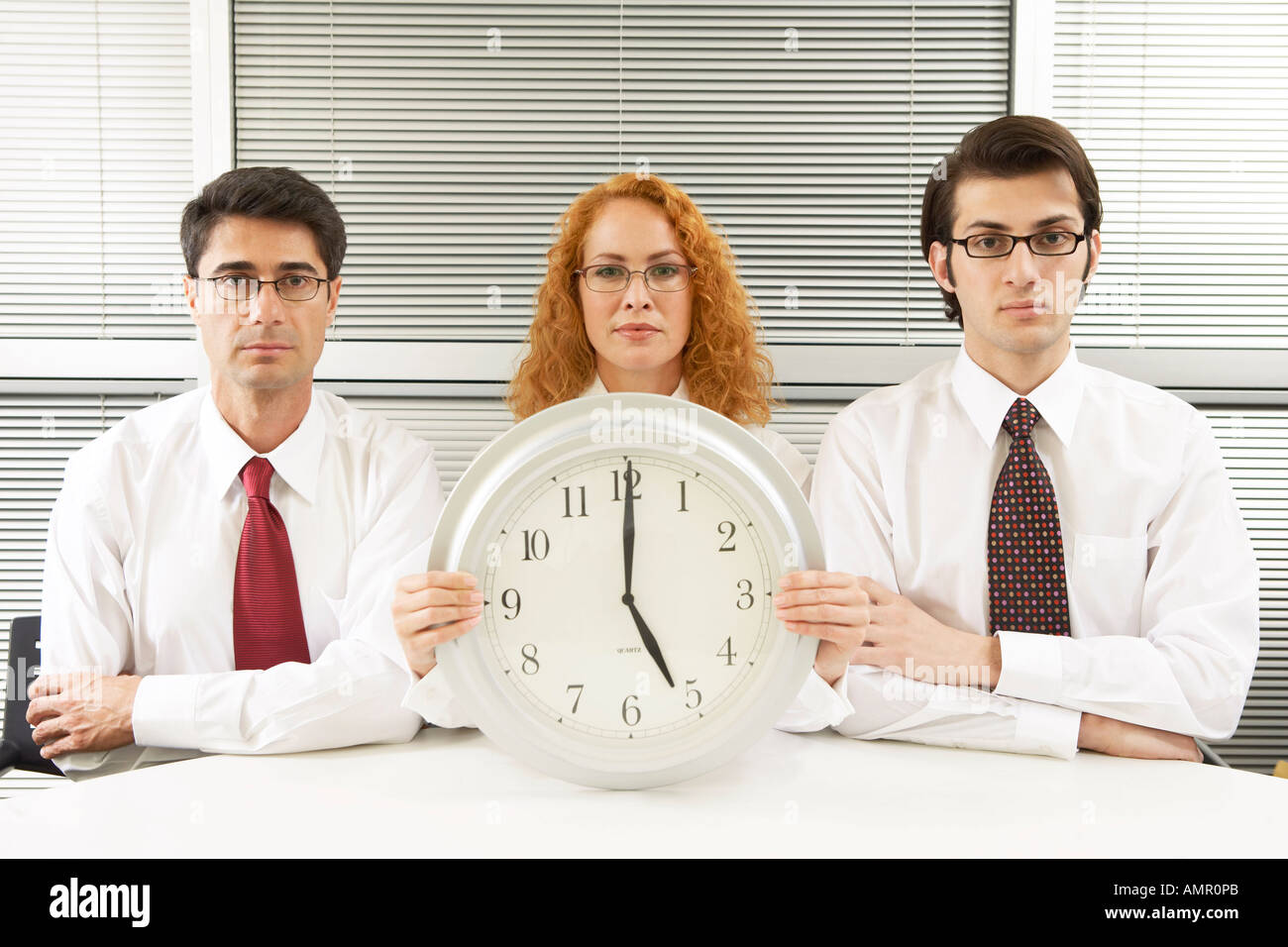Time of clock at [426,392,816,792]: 5:00
